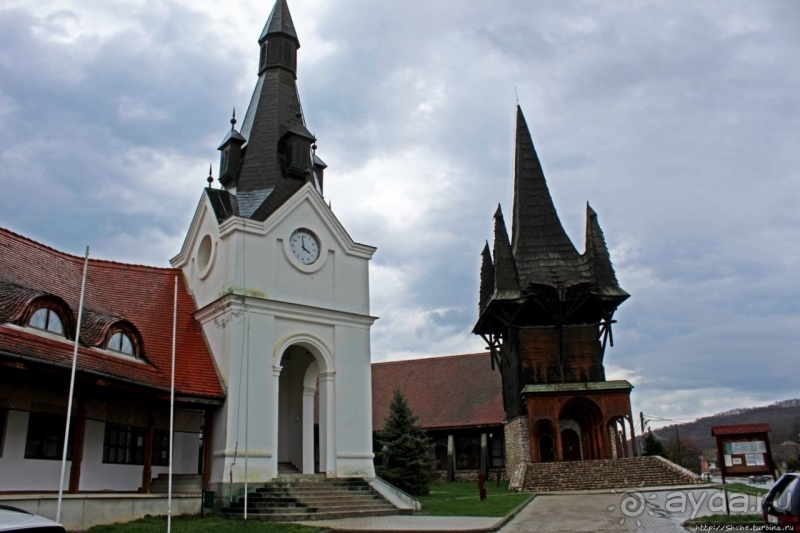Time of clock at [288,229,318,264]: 3:58
